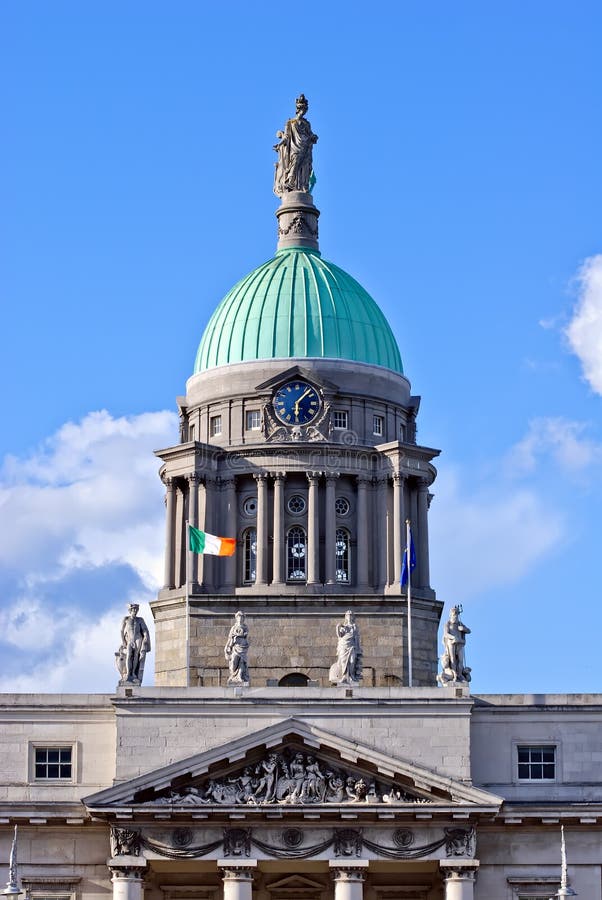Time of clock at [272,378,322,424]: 6:07
